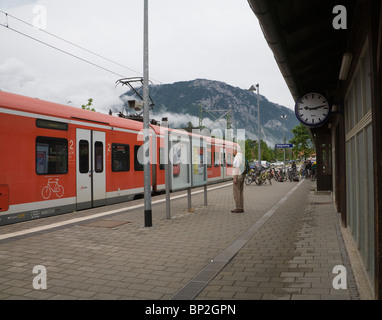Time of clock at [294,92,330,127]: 9:12
